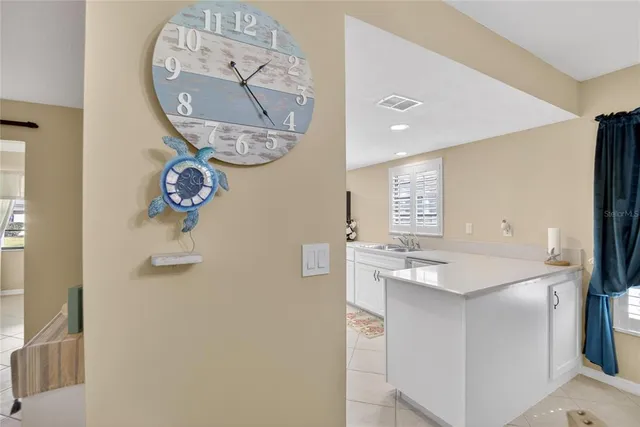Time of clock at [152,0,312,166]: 1:23
